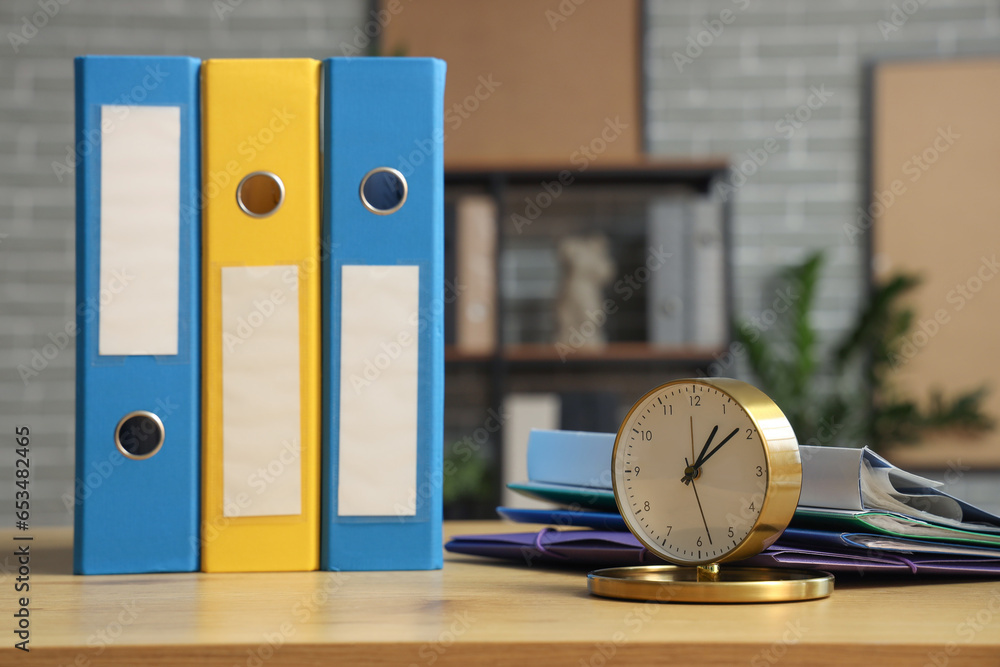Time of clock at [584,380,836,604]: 1:08
